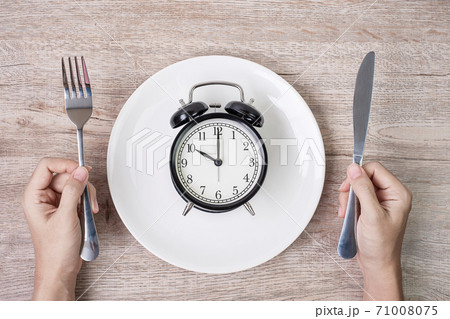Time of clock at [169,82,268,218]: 10:00
